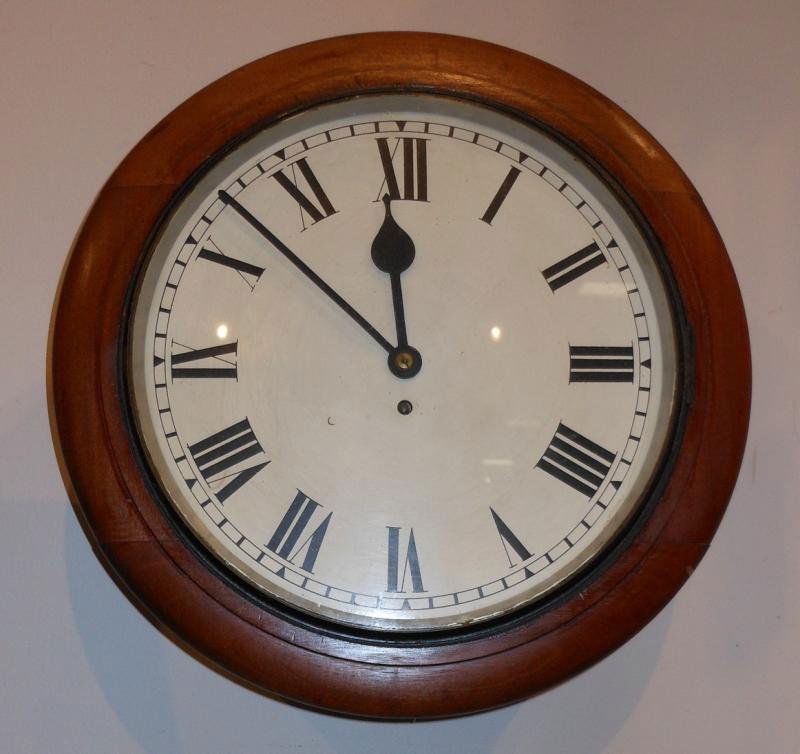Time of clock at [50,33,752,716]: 11:51
